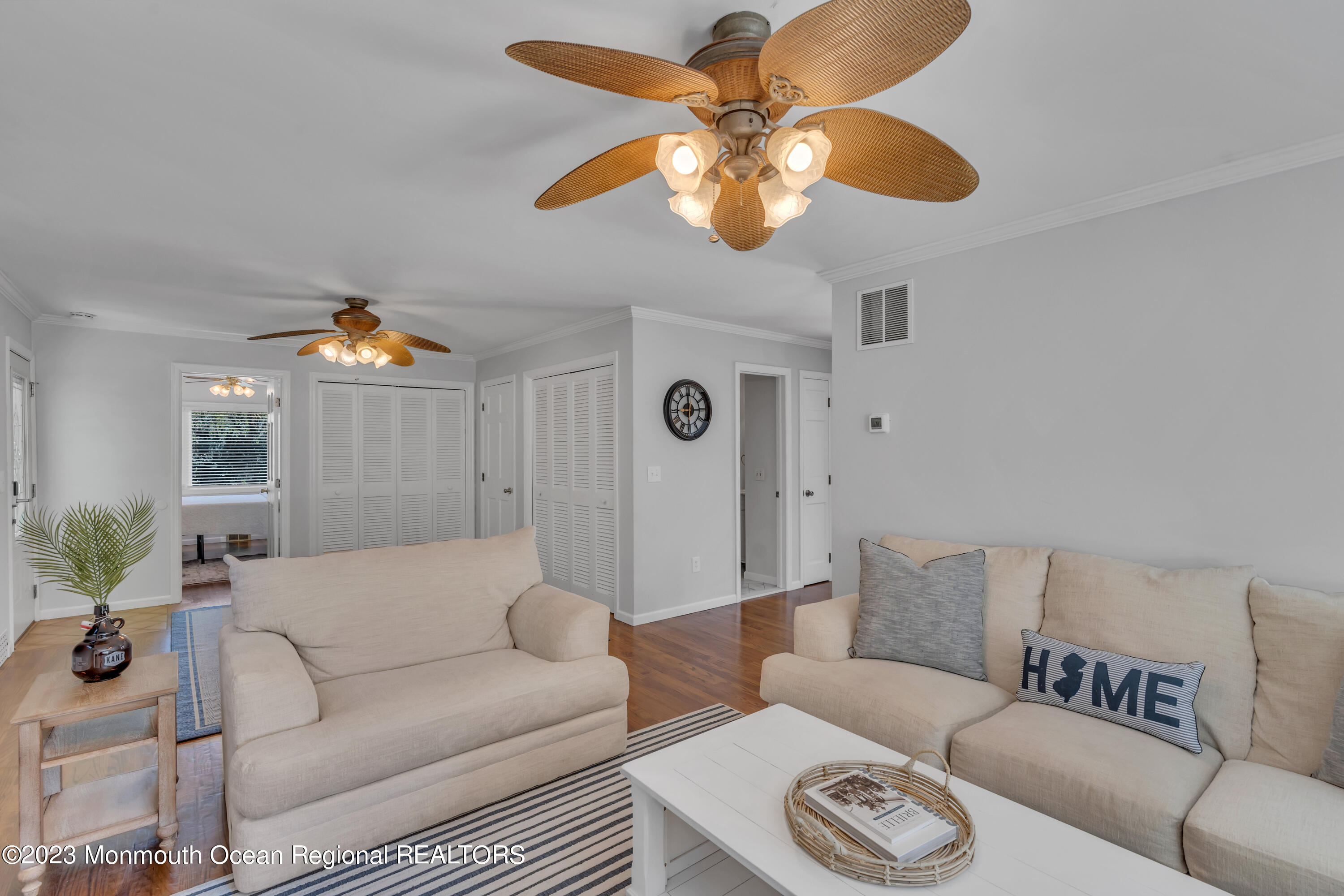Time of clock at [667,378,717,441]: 5:59
